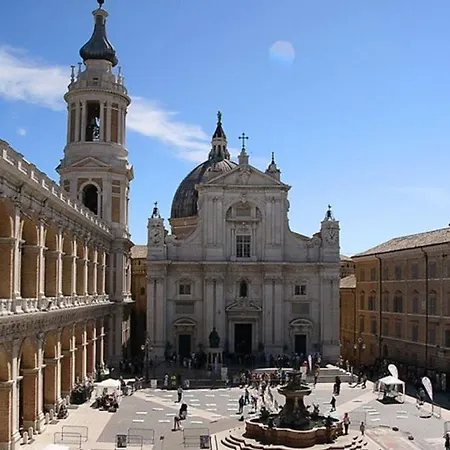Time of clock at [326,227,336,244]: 11:07
